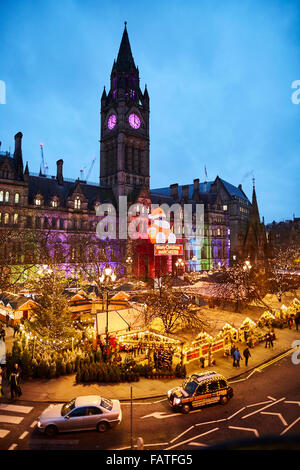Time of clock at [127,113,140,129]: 4:01
